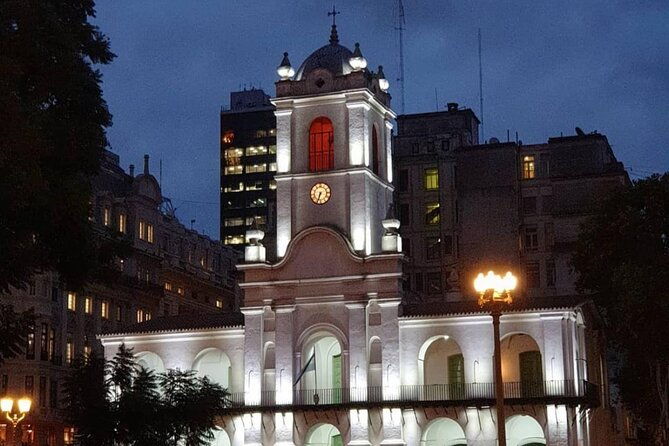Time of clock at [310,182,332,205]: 6:33
